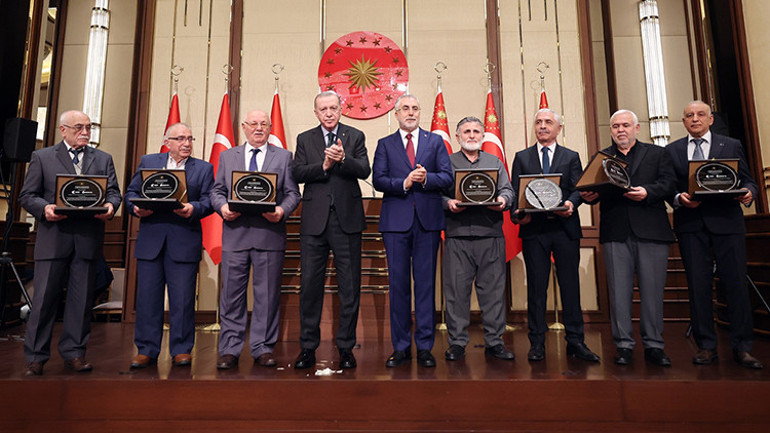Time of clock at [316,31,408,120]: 4:13
